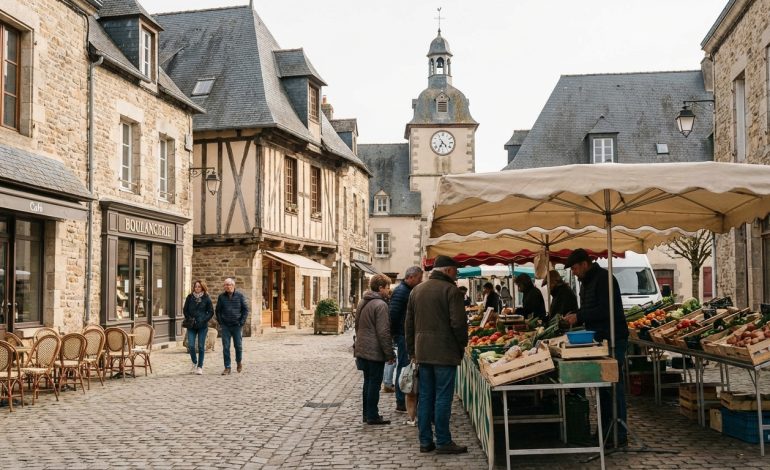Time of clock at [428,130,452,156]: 4:35
